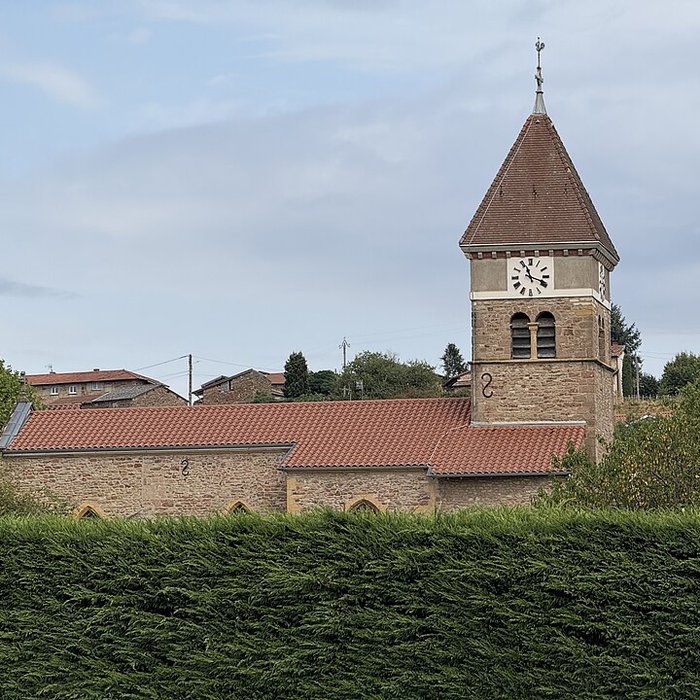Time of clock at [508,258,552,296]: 11:18
